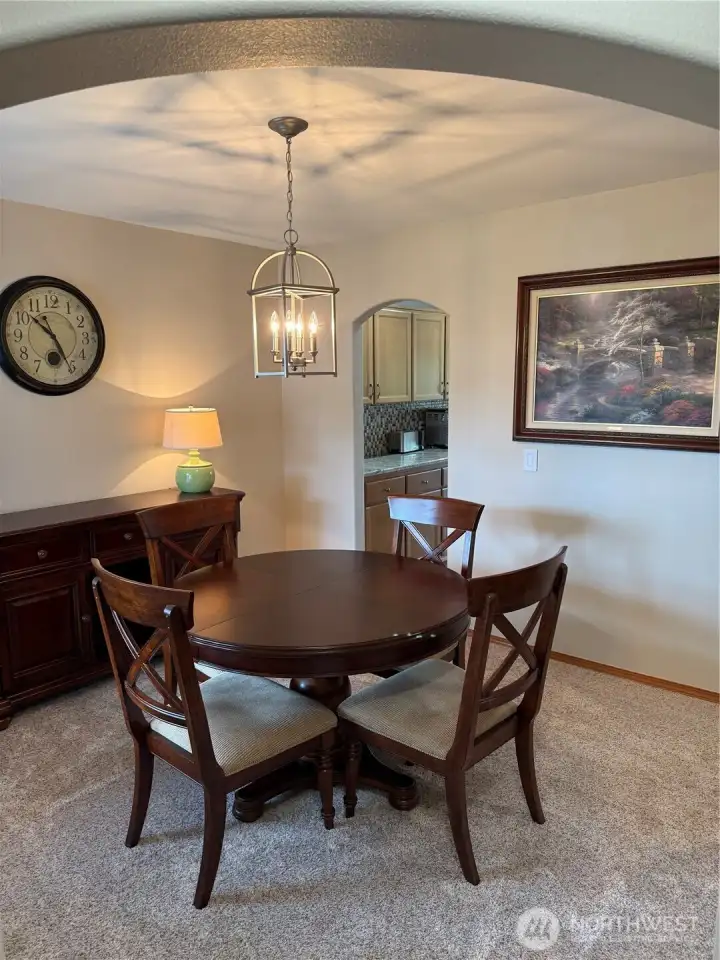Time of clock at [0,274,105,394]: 10:25
